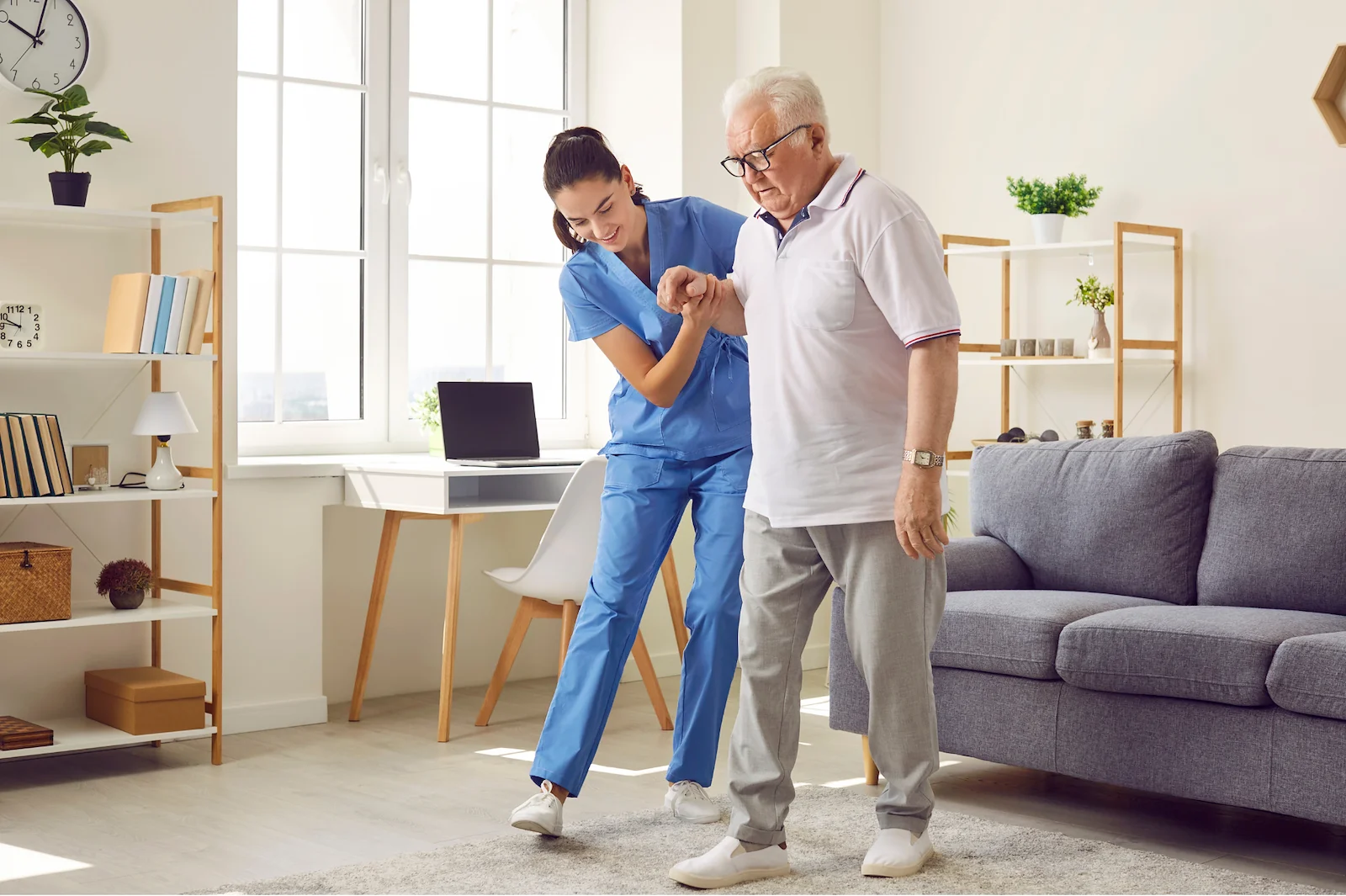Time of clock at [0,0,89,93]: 10:03
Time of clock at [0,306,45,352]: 9:46
